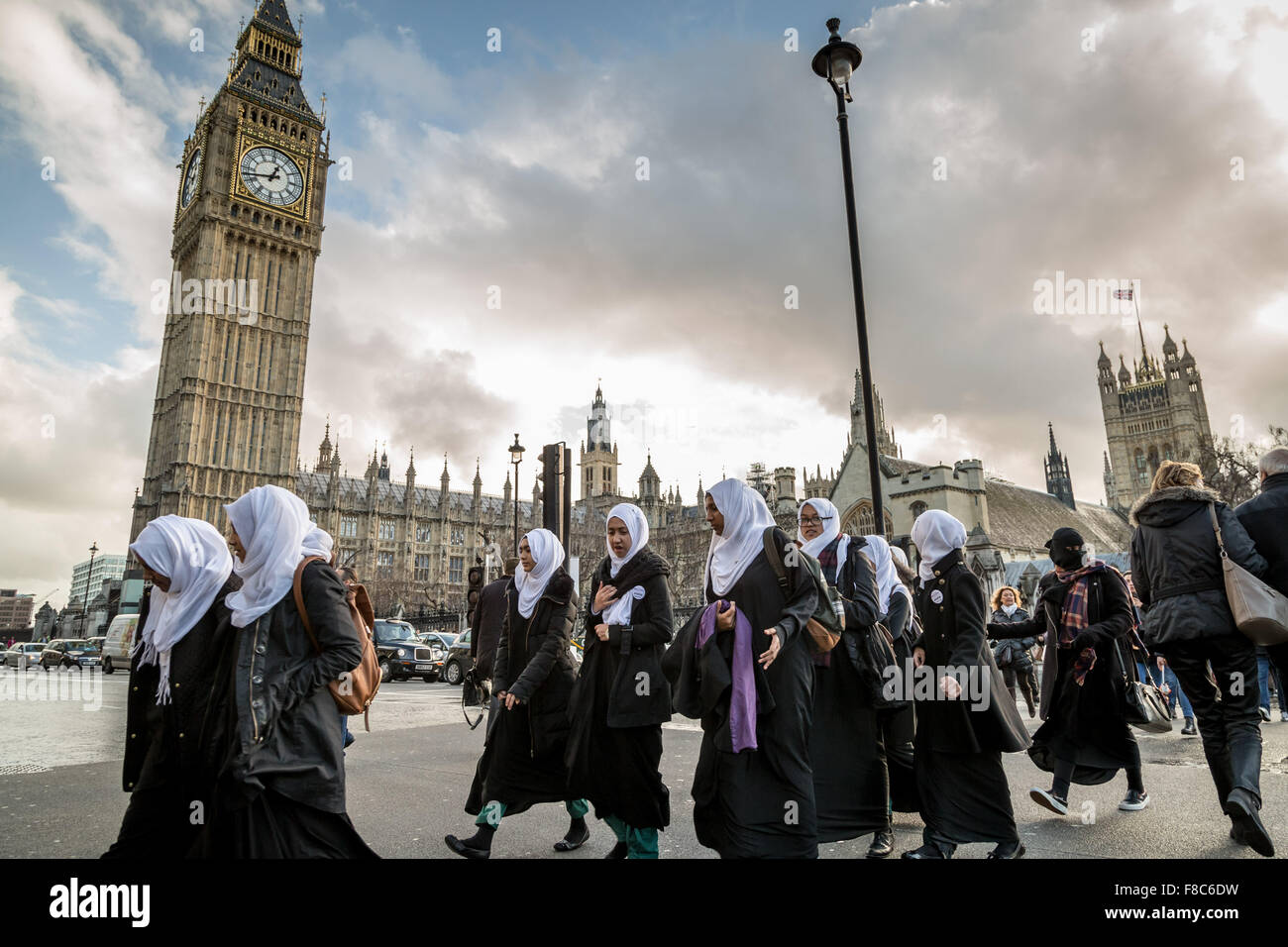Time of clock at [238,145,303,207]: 12:42
